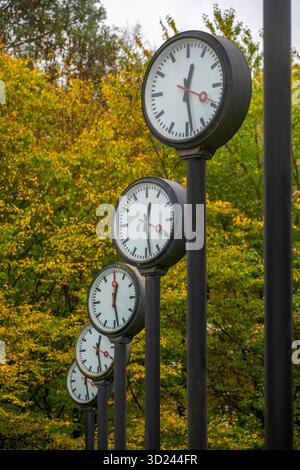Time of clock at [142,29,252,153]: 12:28
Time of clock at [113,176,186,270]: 12:28
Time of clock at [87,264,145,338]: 12:28
